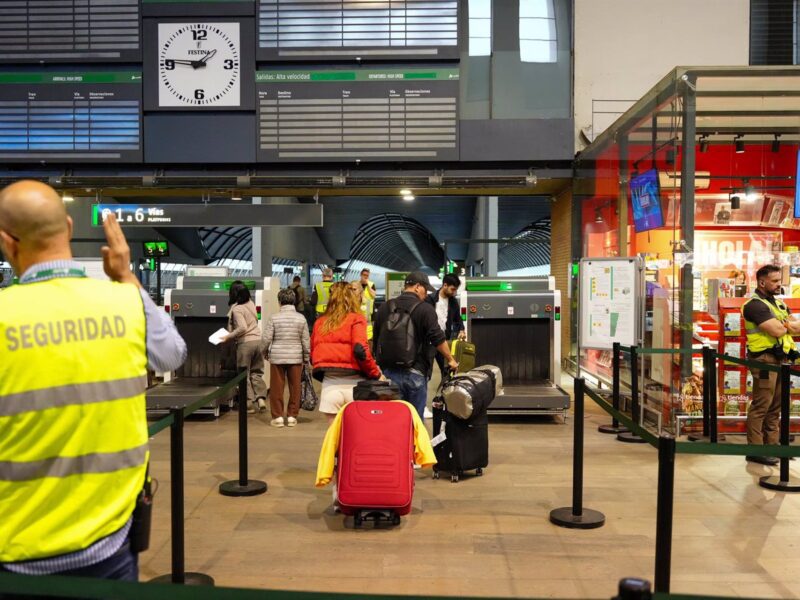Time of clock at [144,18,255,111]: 1:45
